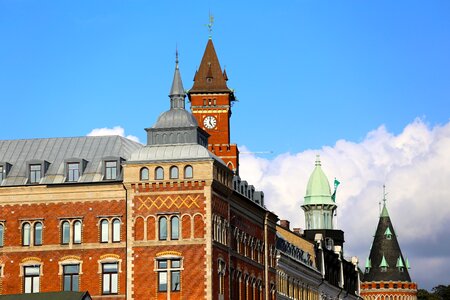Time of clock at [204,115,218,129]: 5:01
